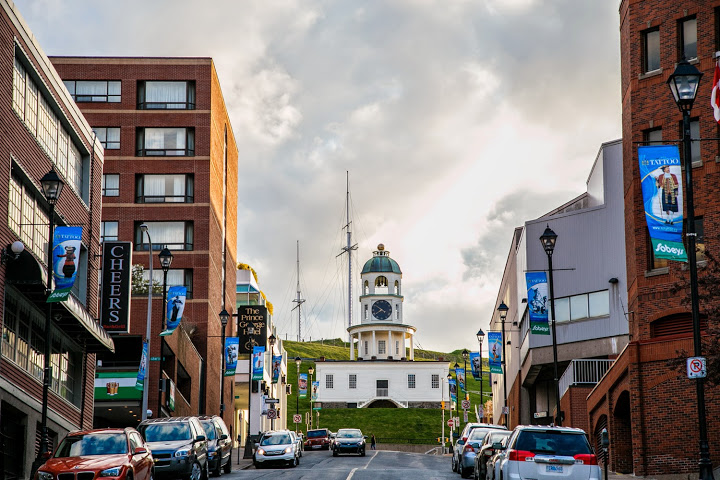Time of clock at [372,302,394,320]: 7:50
